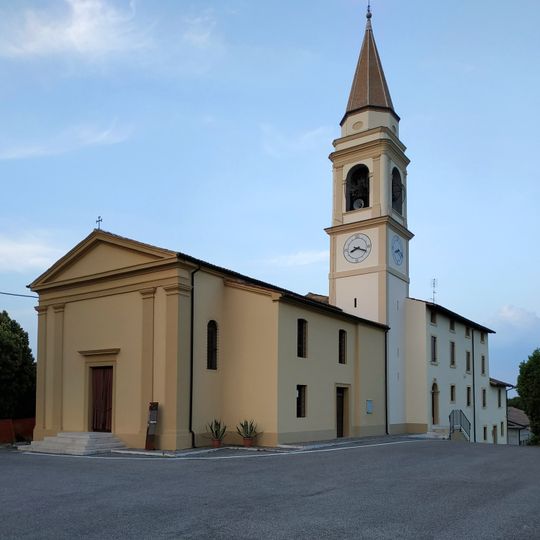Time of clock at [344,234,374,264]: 8:18
